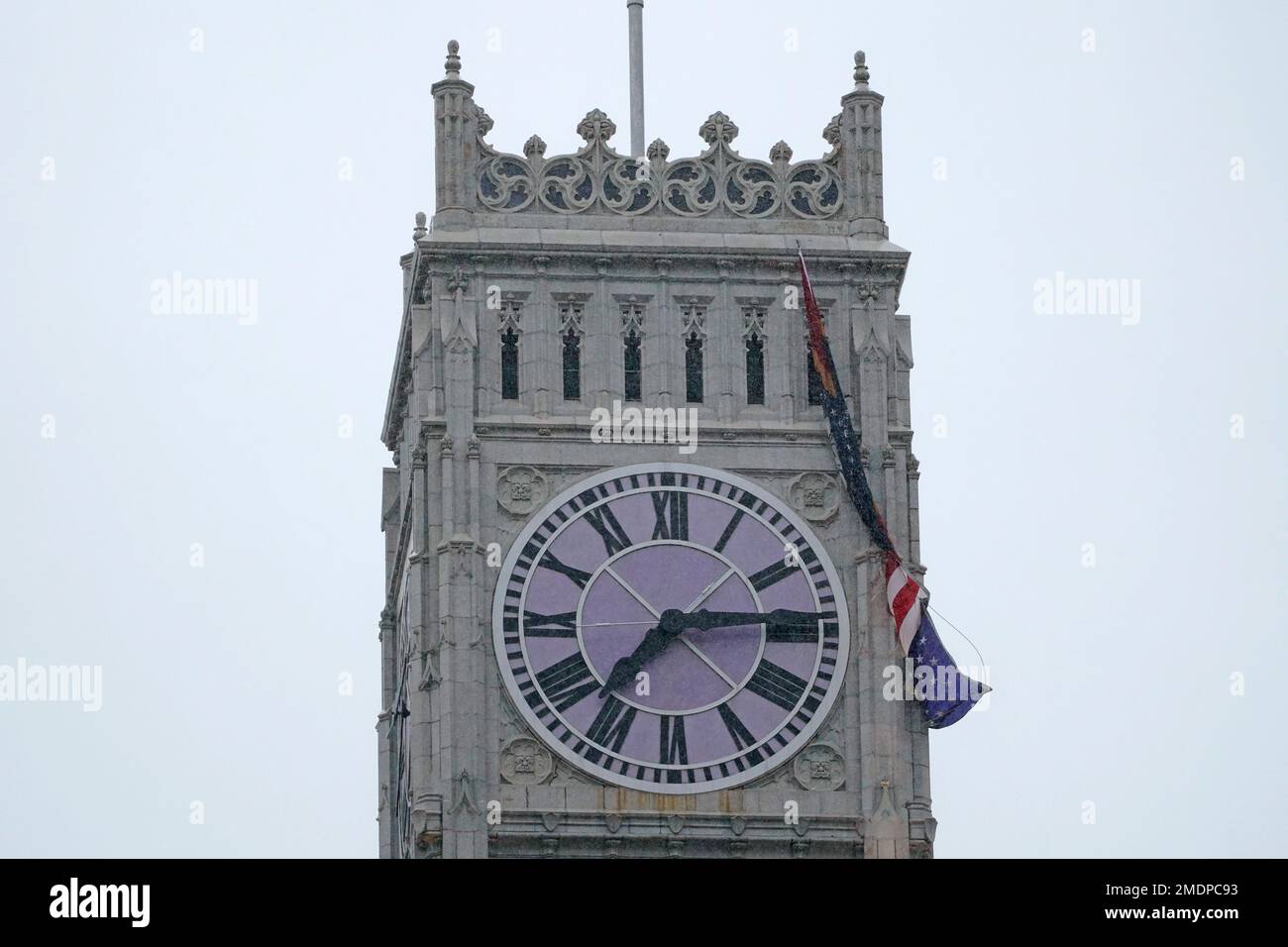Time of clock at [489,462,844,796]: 7:14
